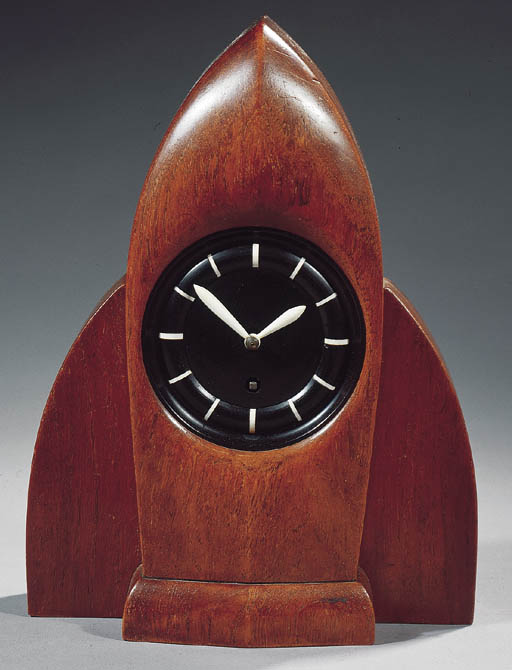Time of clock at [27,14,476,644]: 1:51
